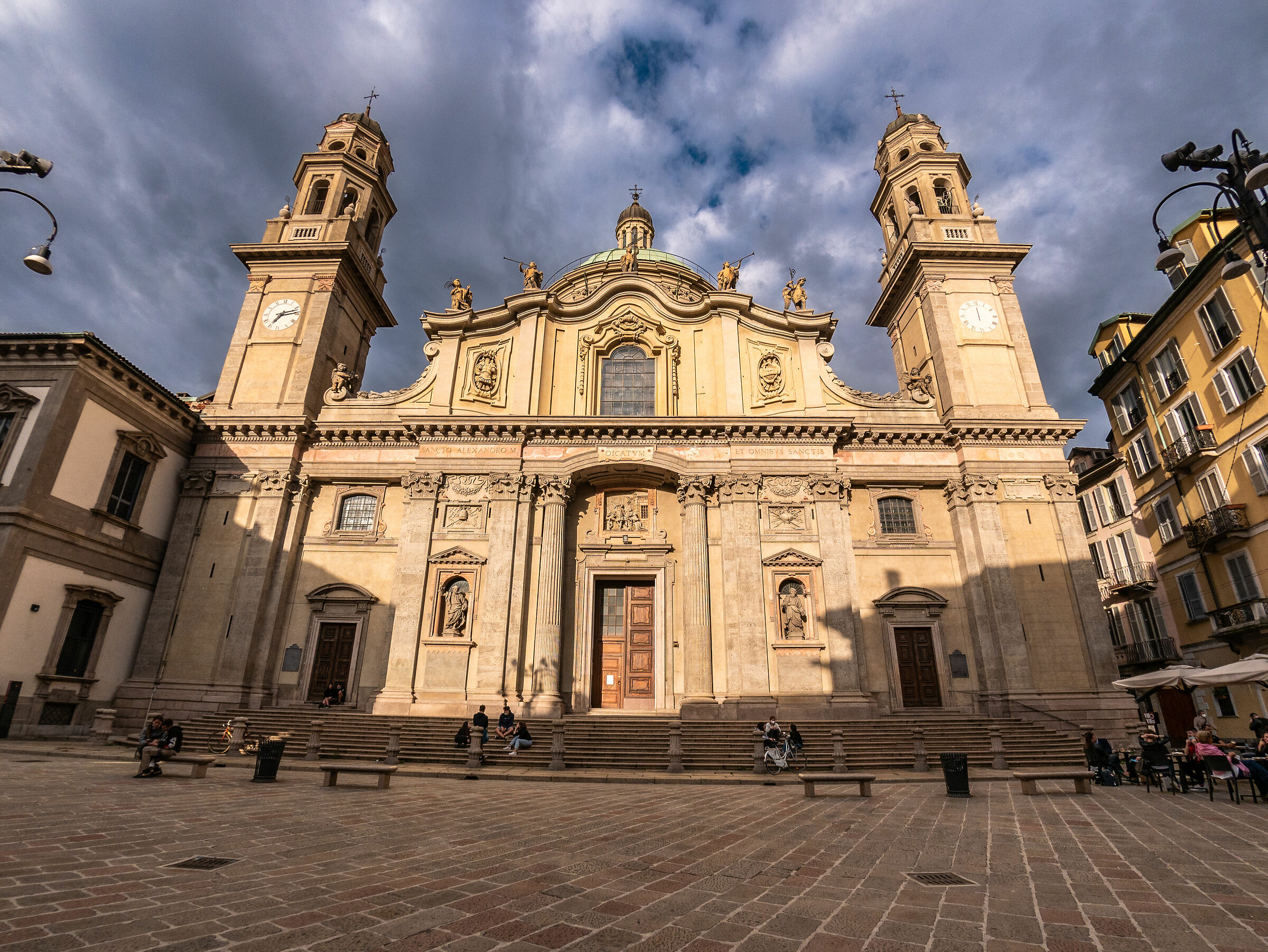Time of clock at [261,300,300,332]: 7:12
